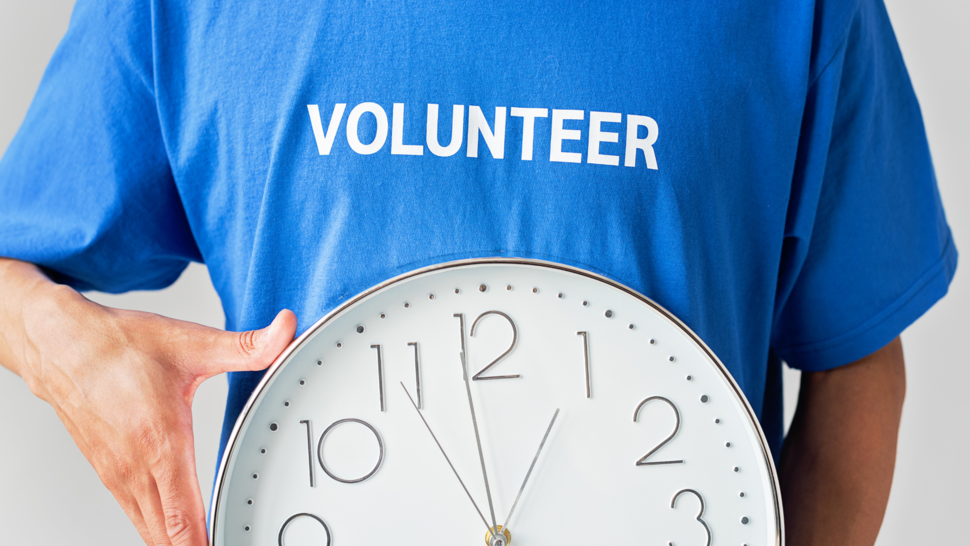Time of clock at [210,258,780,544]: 12:58
